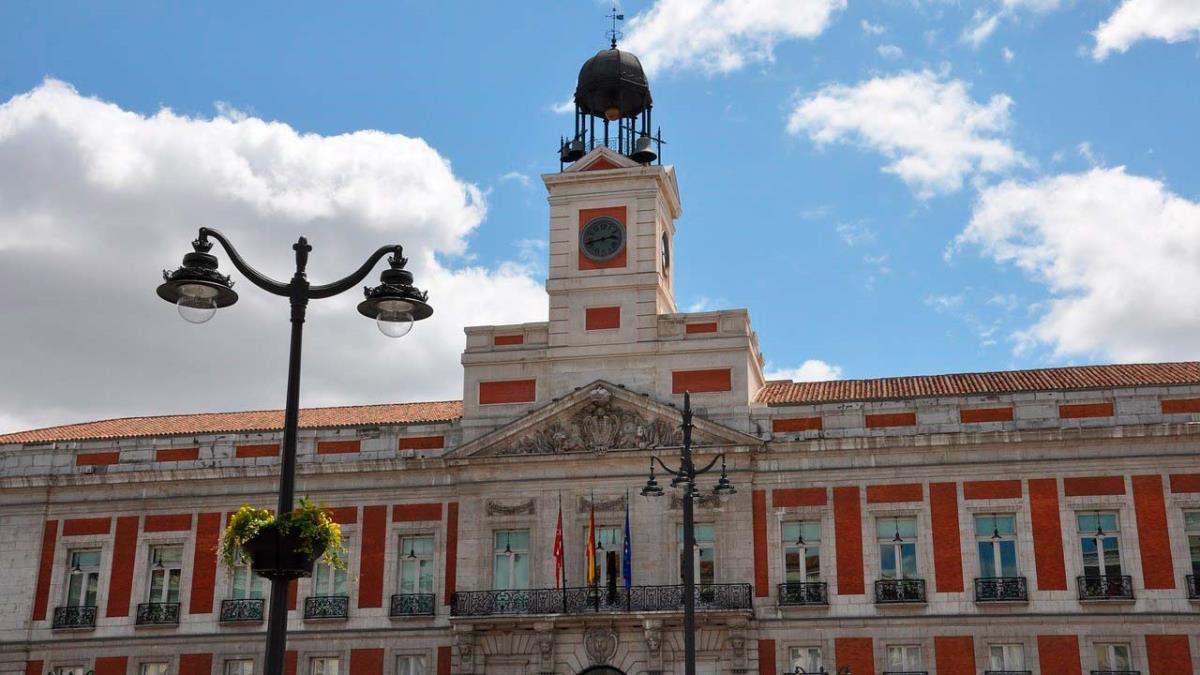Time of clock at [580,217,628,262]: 2:42
